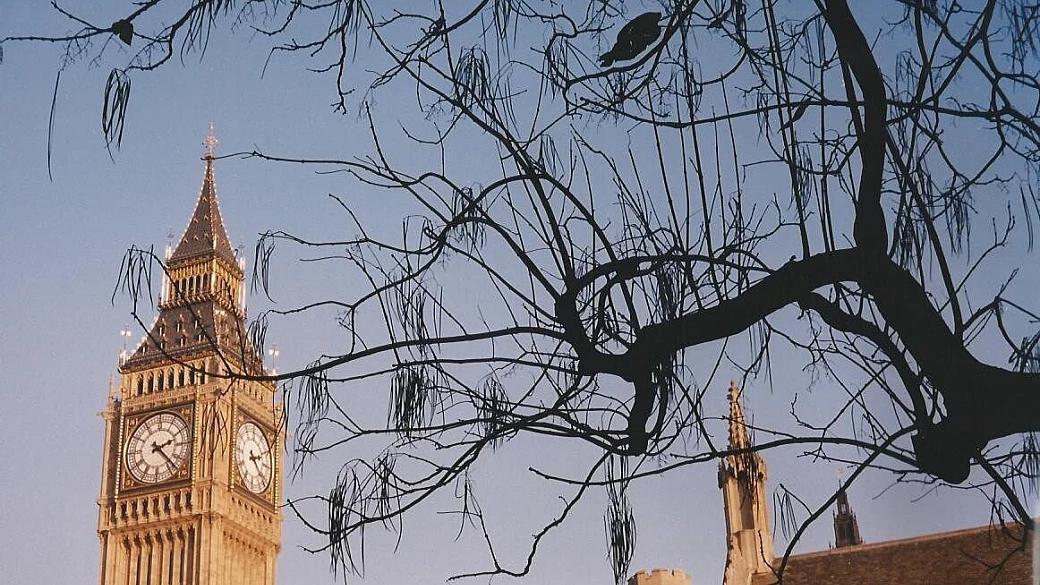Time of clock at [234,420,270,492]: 2:21
